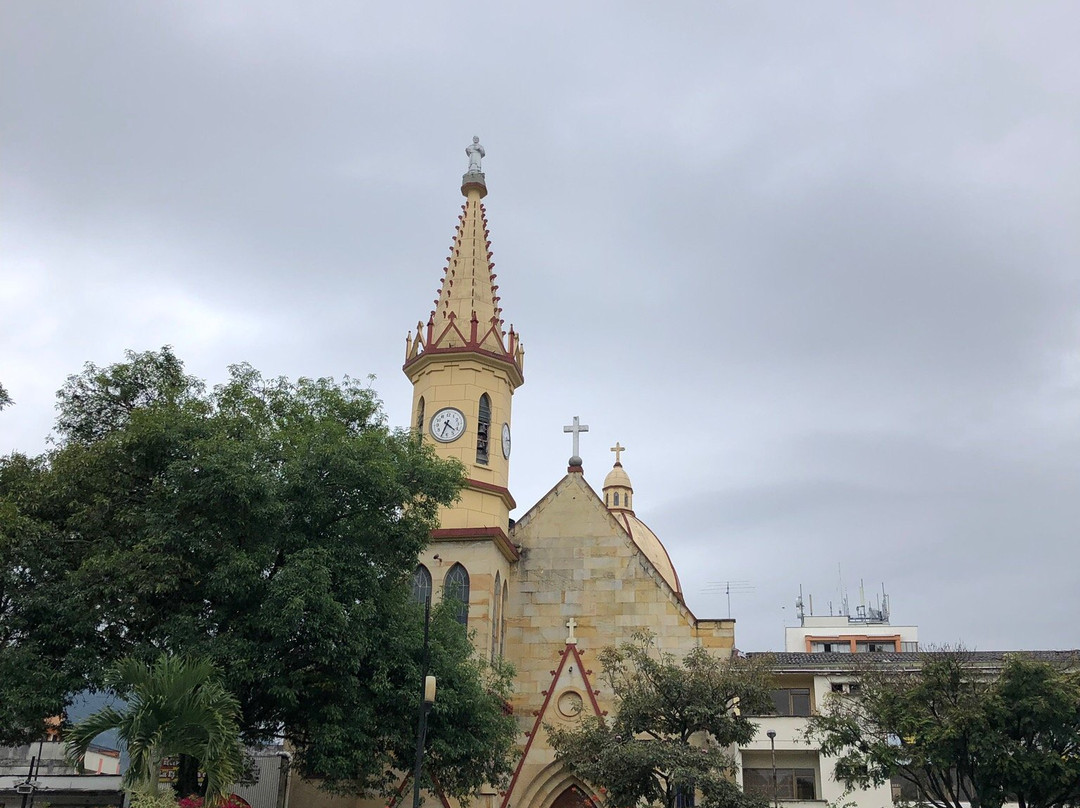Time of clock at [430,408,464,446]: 4:34
